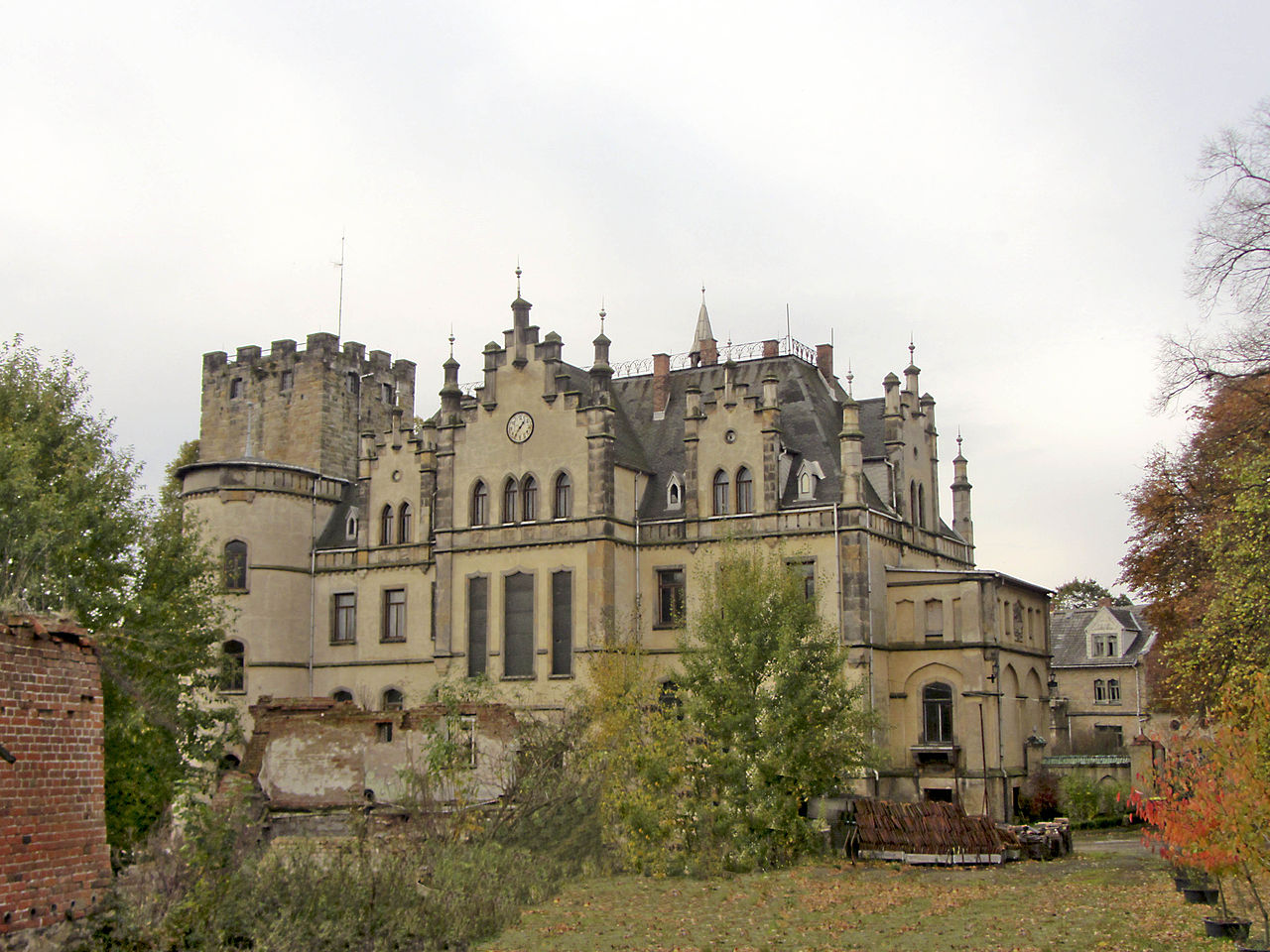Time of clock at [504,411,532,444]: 1:36
